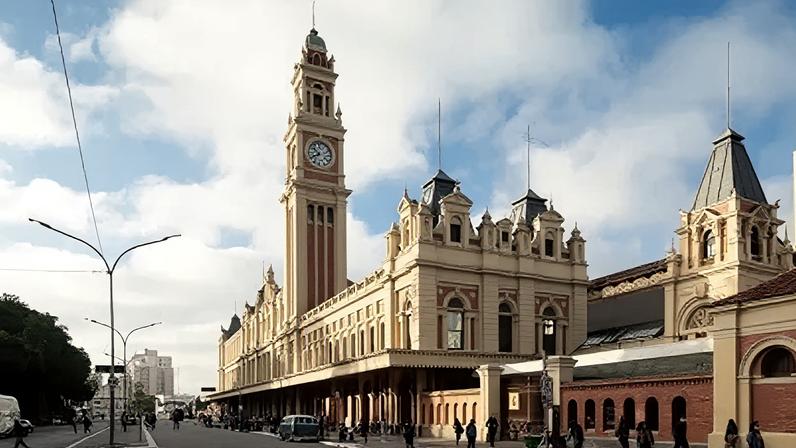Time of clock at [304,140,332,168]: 7:51
